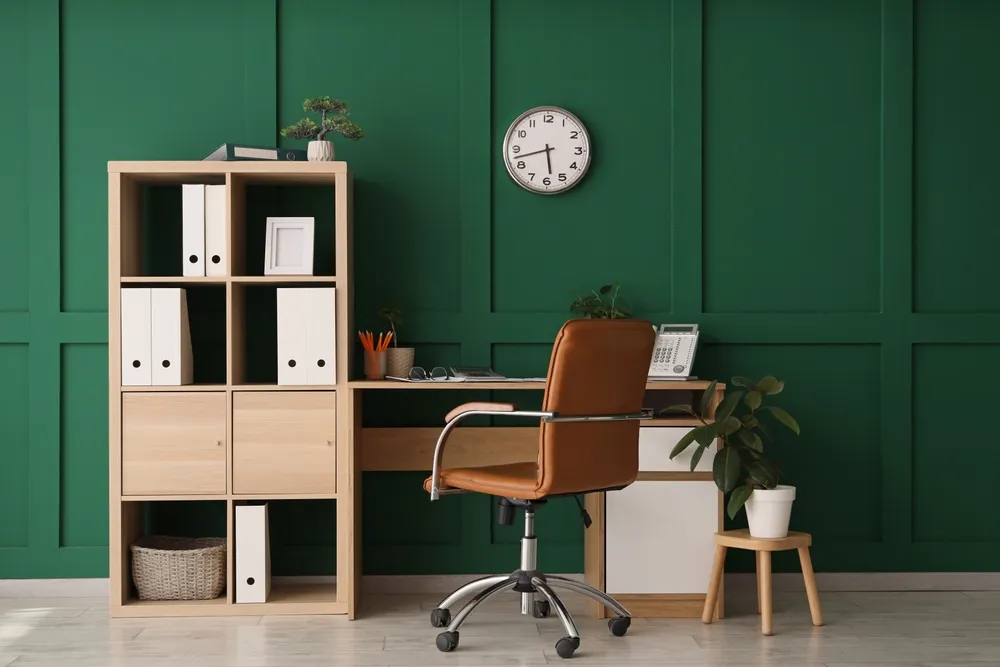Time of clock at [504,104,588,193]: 5:42
